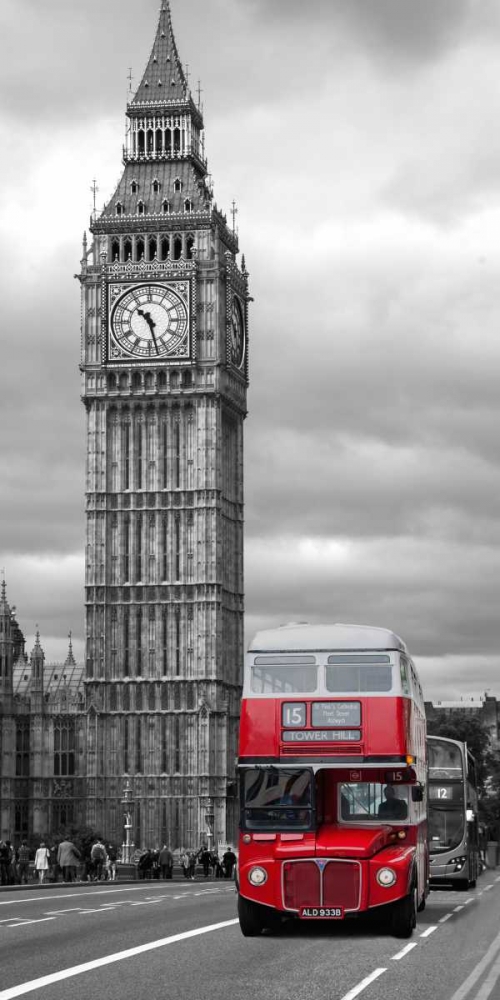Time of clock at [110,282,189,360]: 10:27
